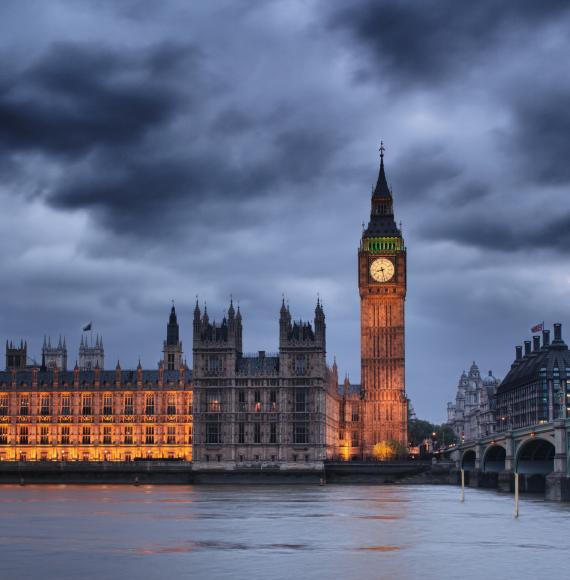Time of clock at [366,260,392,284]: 8:27
